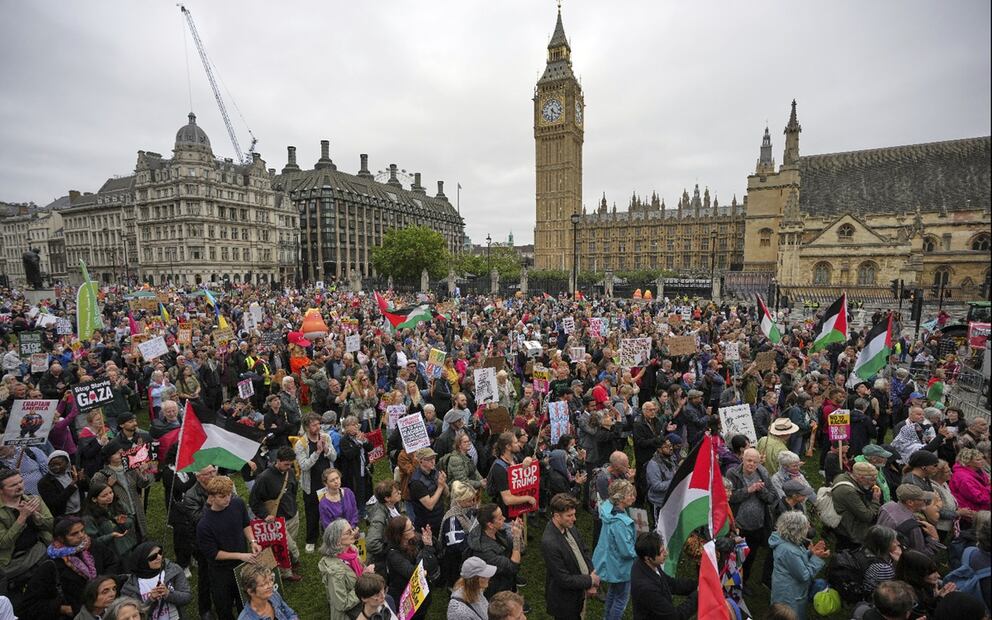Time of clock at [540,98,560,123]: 4:31
